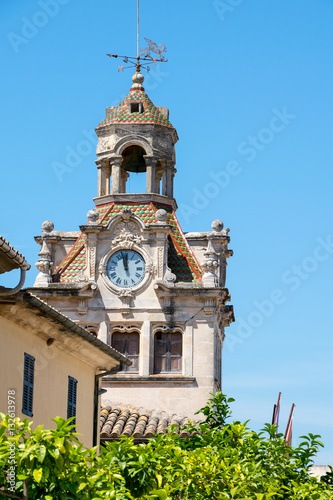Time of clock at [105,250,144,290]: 11:57
